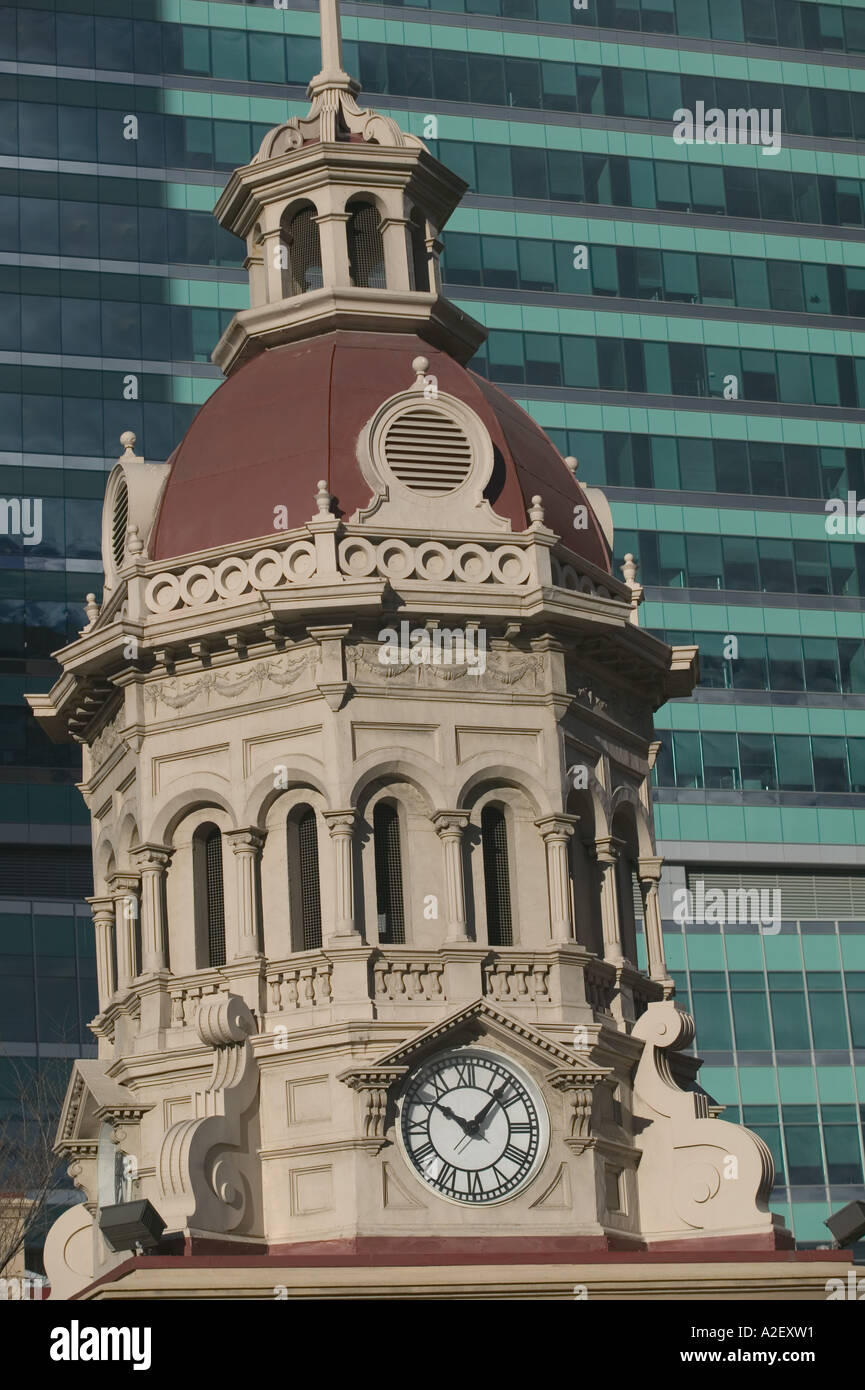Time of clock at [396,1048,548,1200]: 10:07
